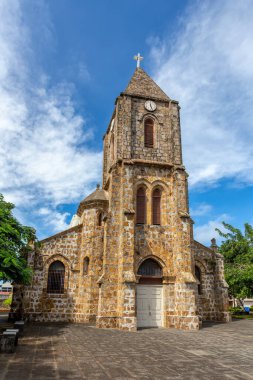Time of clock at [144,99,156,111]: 4:59
